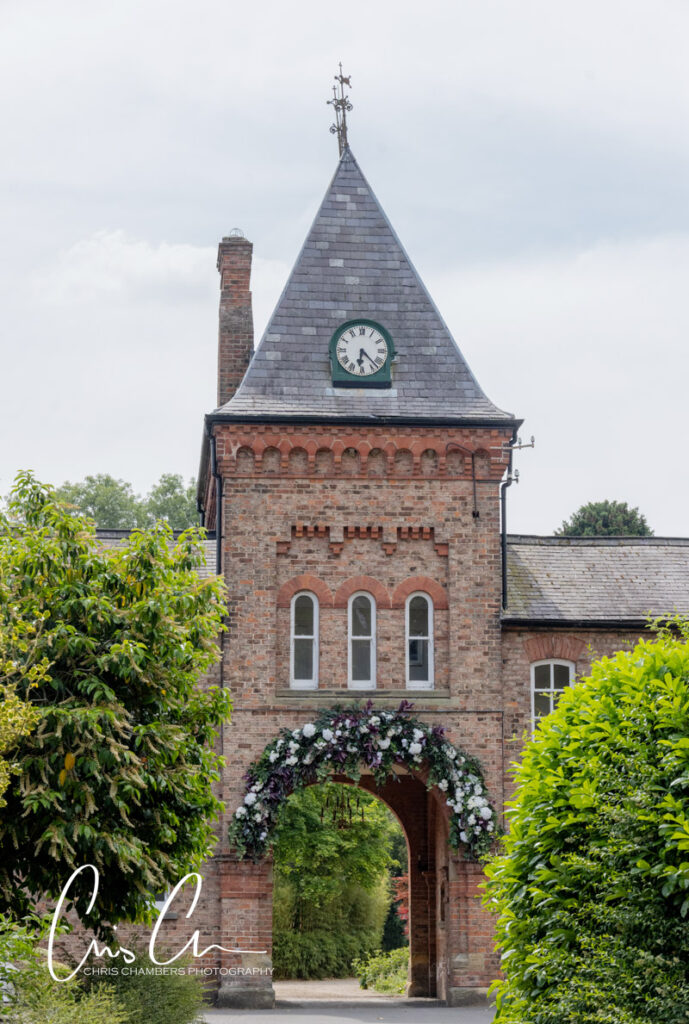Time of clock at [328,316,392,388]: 6:22
